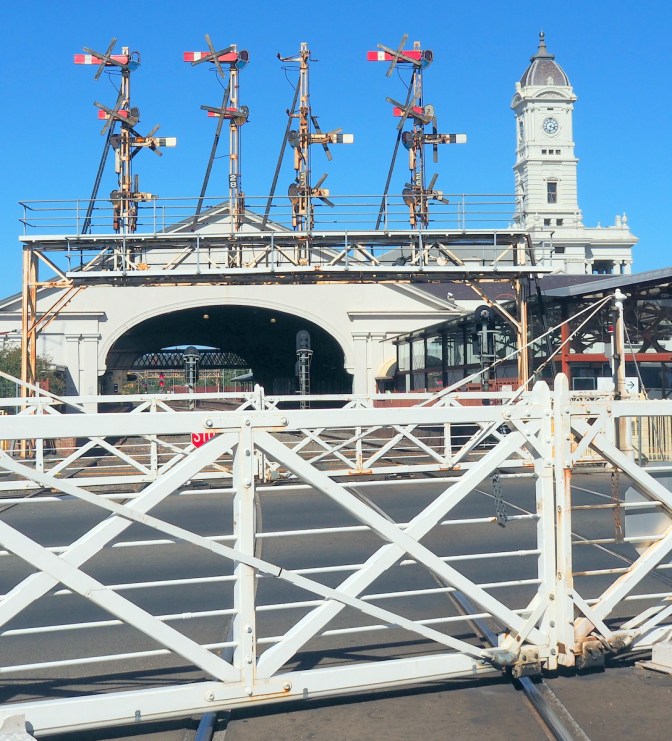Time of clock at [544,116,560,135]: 3:32
